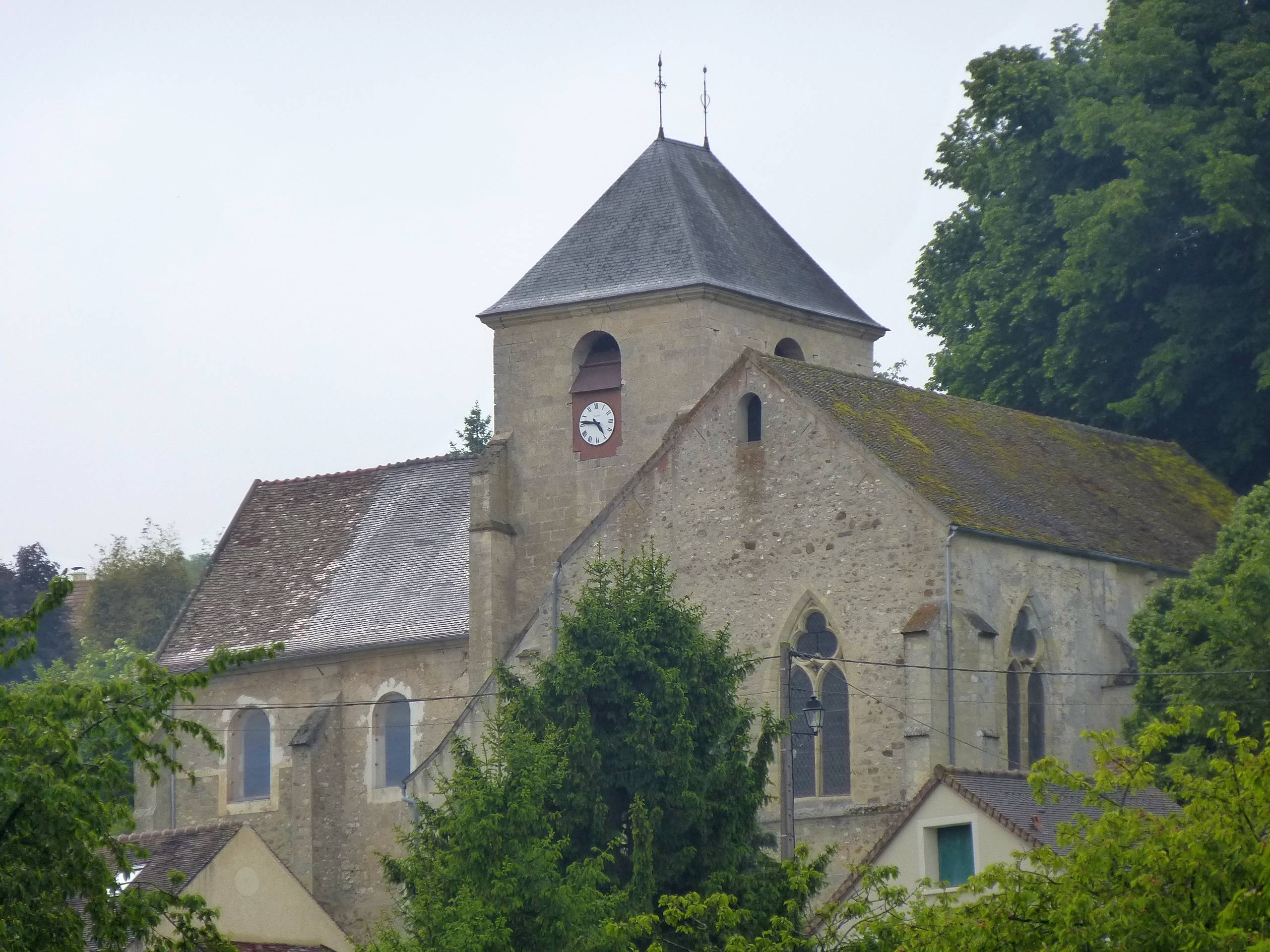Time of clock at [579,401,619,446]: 4:46
